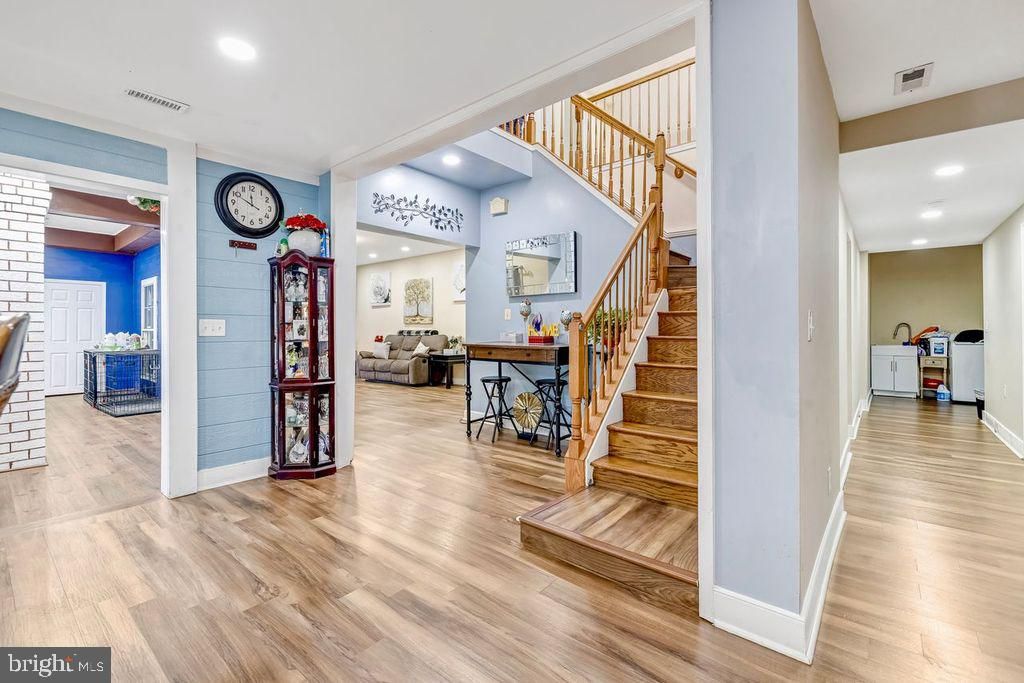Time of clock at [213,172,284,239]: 11:49
